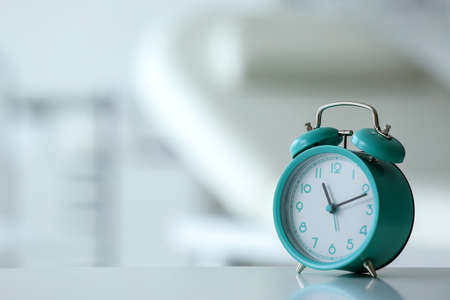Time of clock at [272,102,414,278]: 11:11
